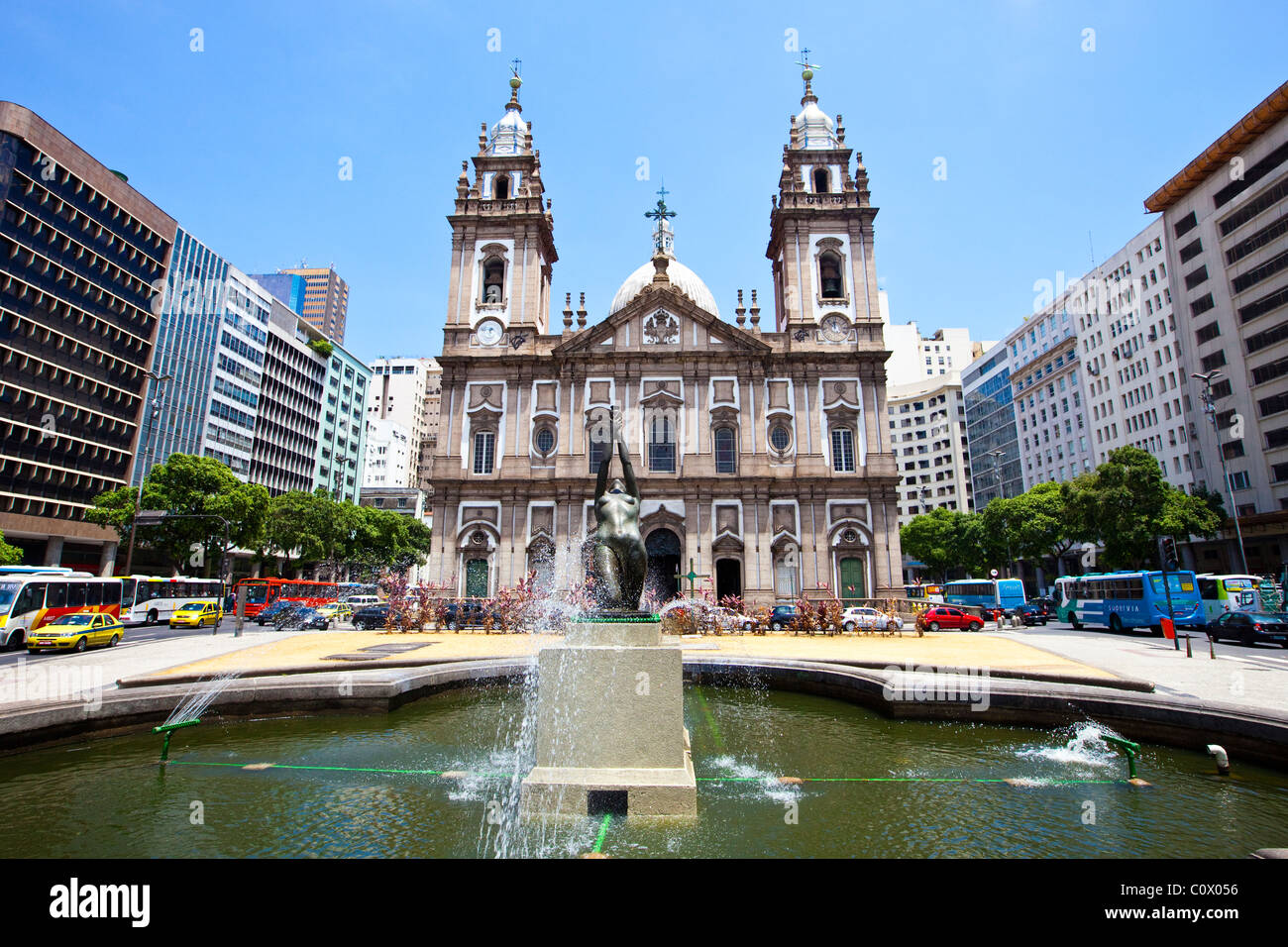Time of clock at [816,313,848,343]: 11:52
